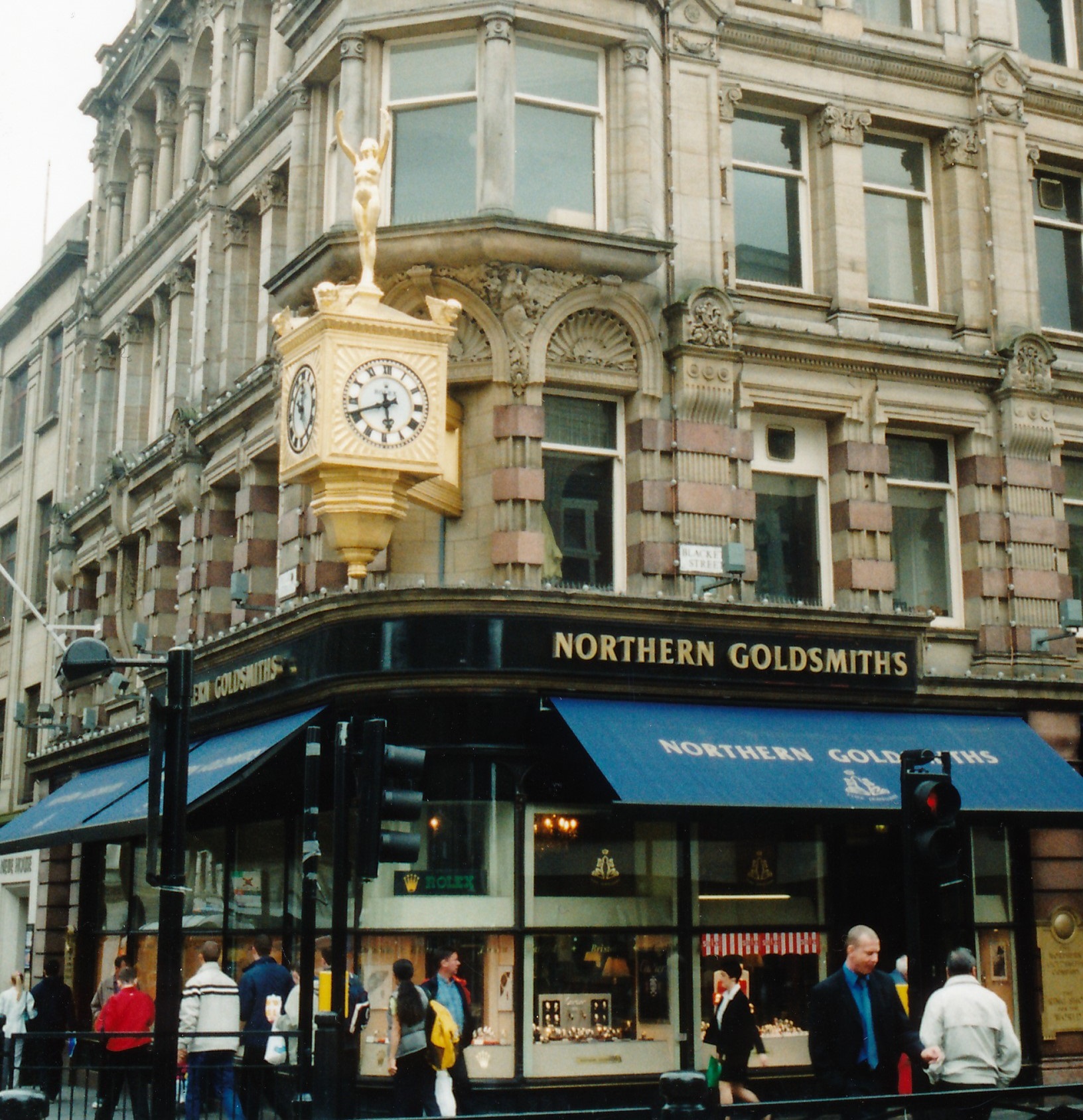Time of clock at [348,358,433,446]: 5:41
